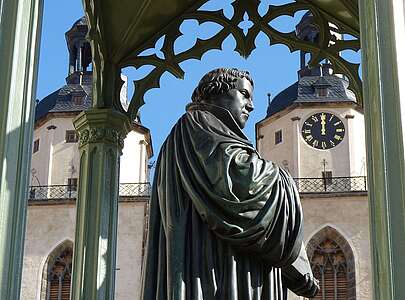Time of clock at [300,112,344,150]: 11:59
